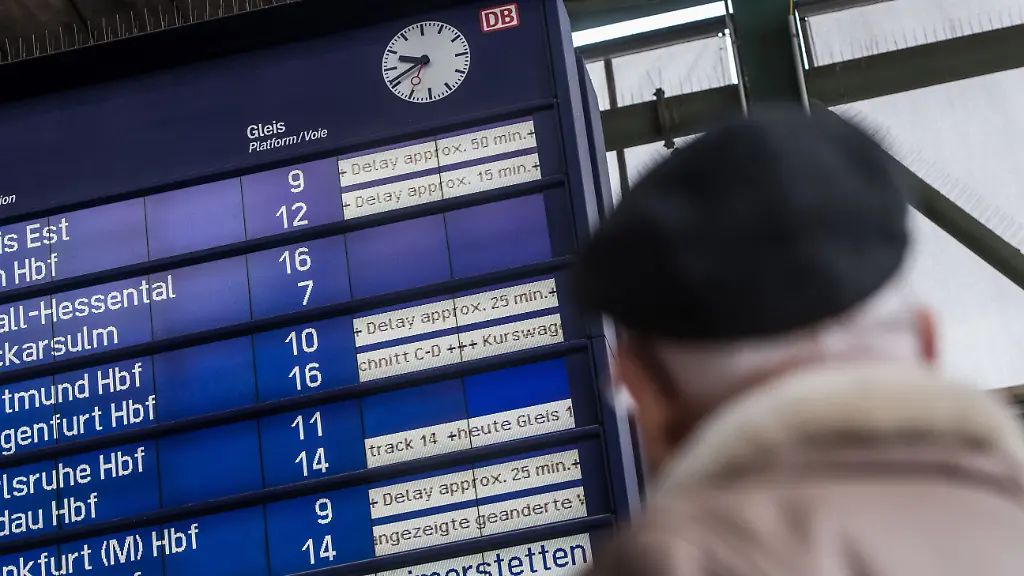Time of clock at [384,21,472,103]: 9:41
